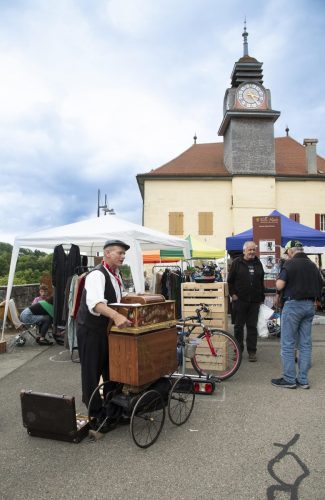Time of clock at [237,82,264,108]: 5:18
